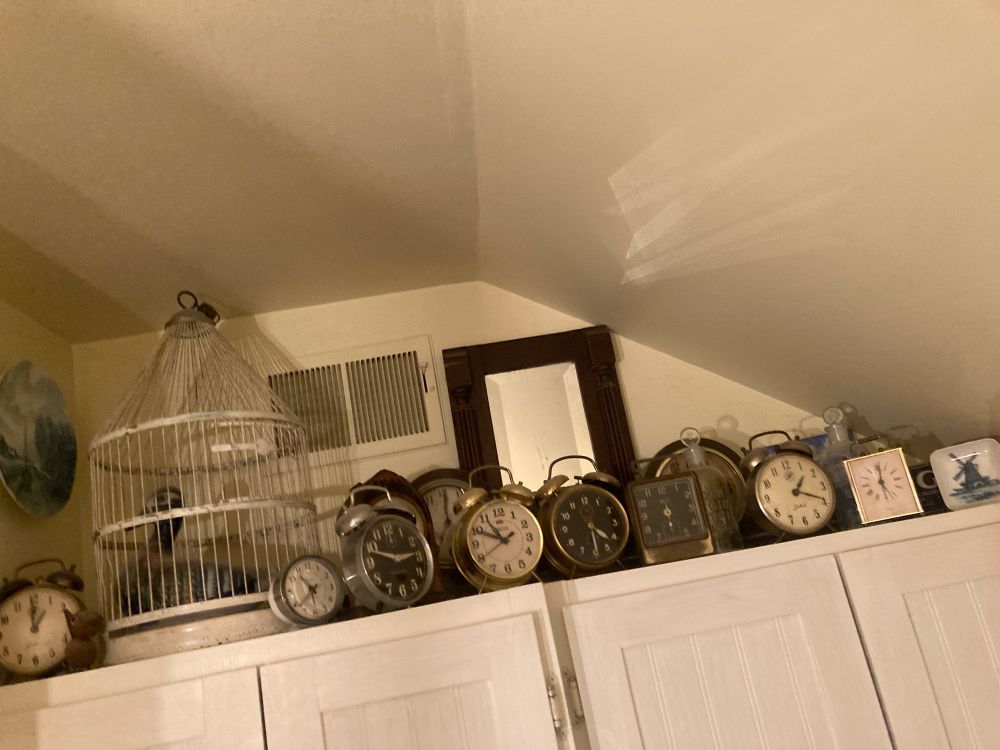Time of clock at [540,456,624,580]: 4:29
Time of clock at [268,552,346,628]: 10:38
